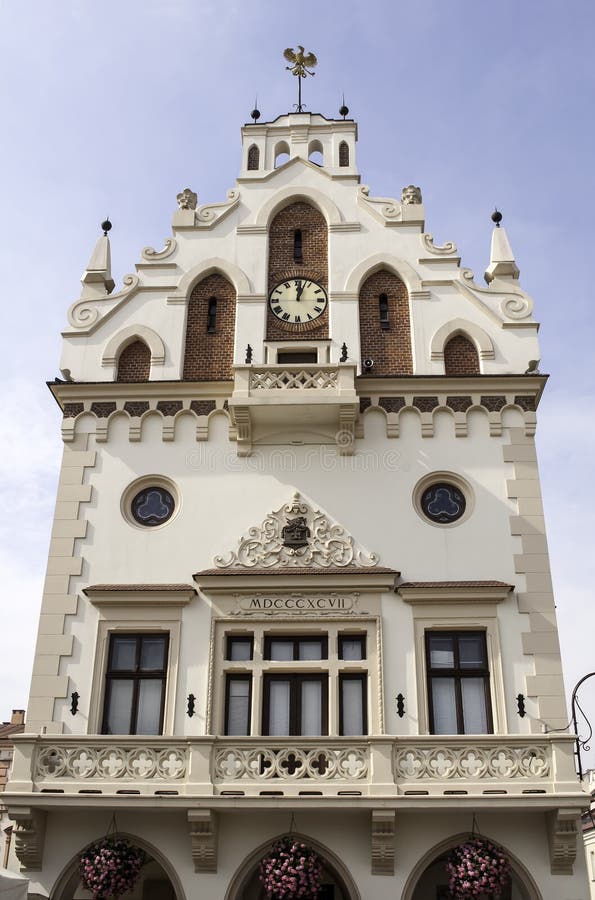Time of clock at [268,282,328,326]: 12:02
